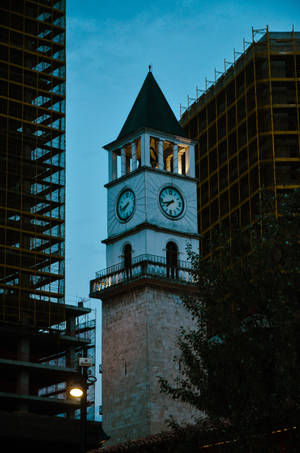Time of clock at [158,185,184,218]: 7:42
